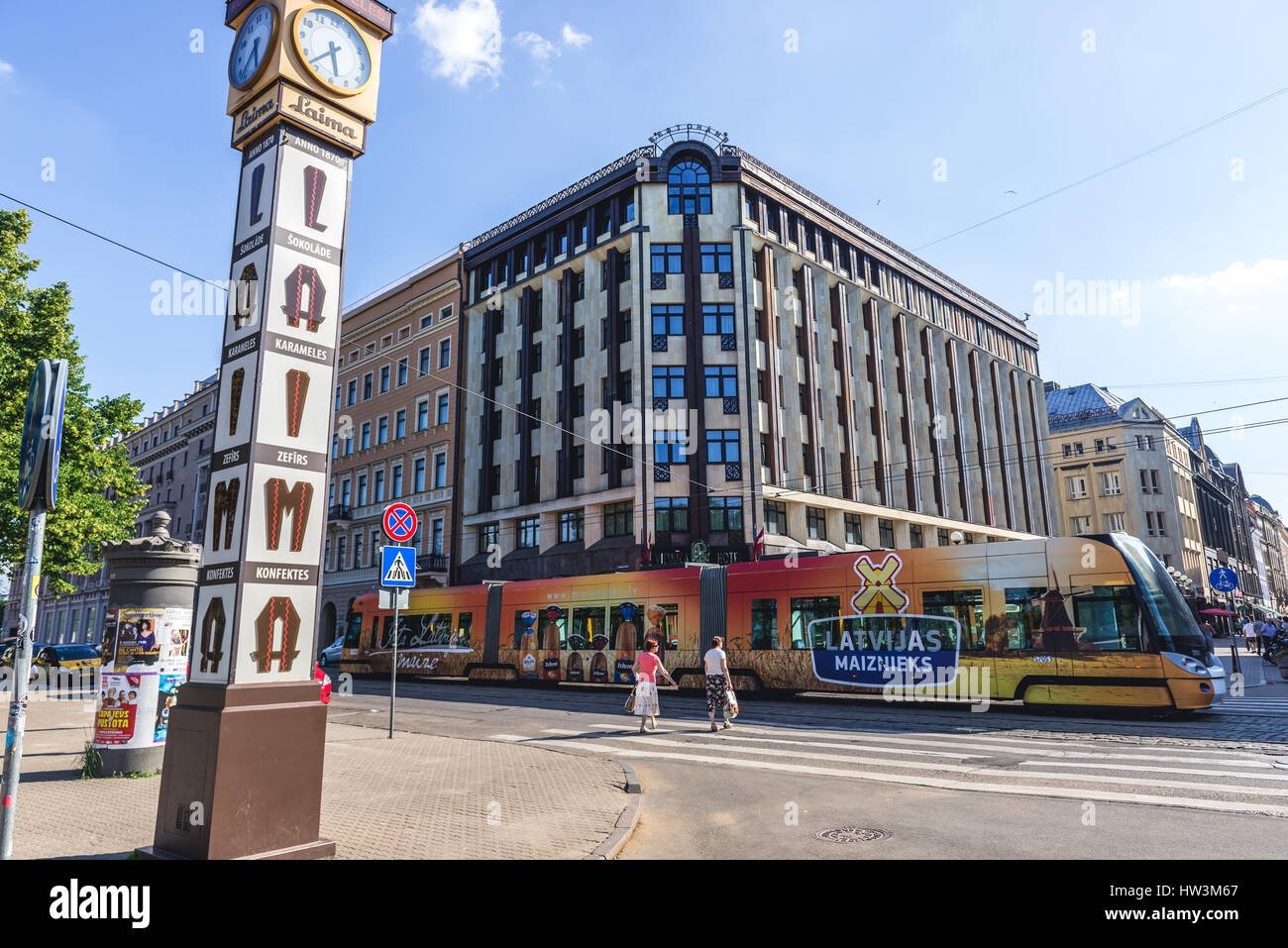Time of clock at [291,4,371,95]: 5:37
